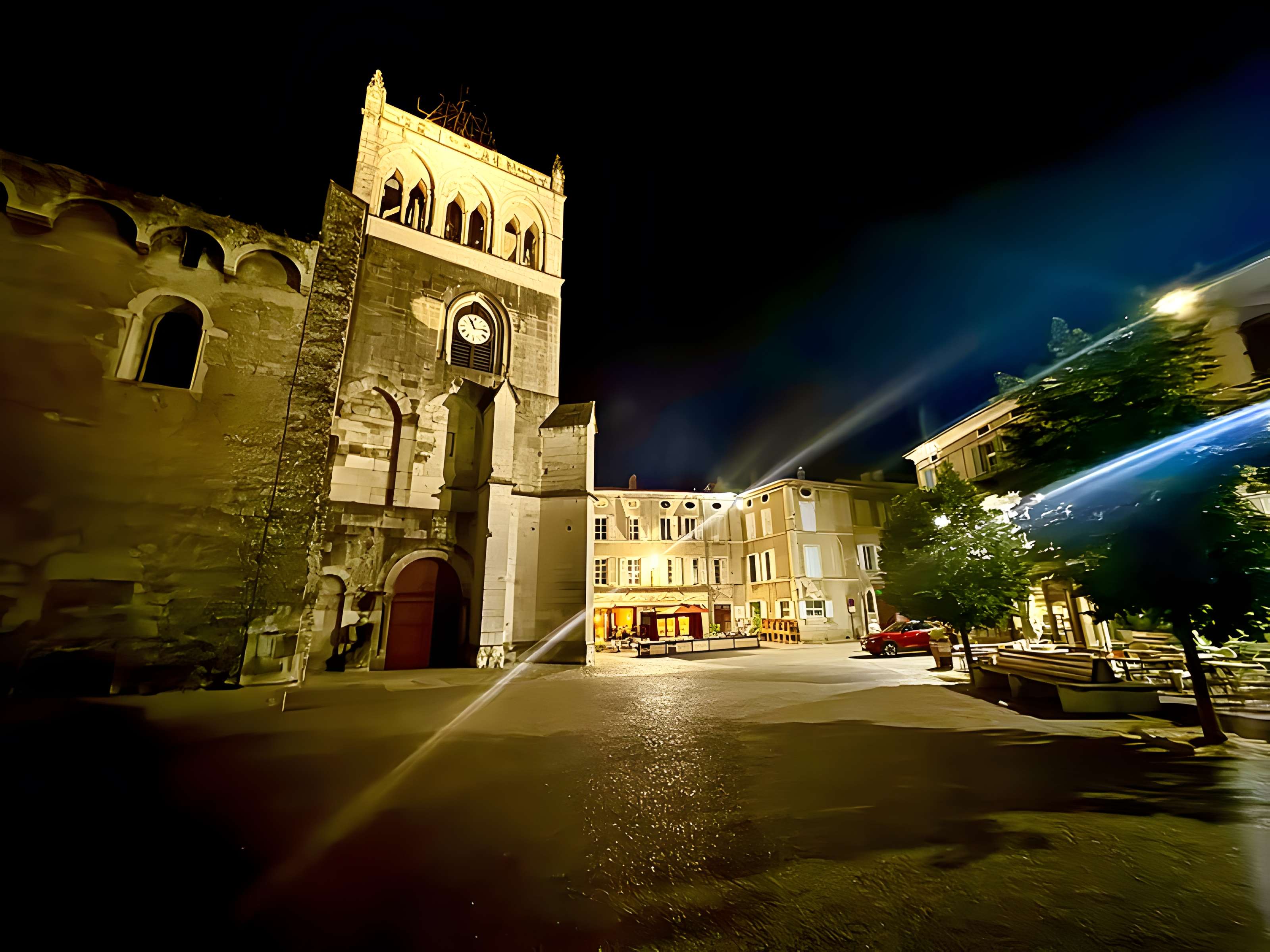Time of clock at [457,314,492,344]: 11:13
